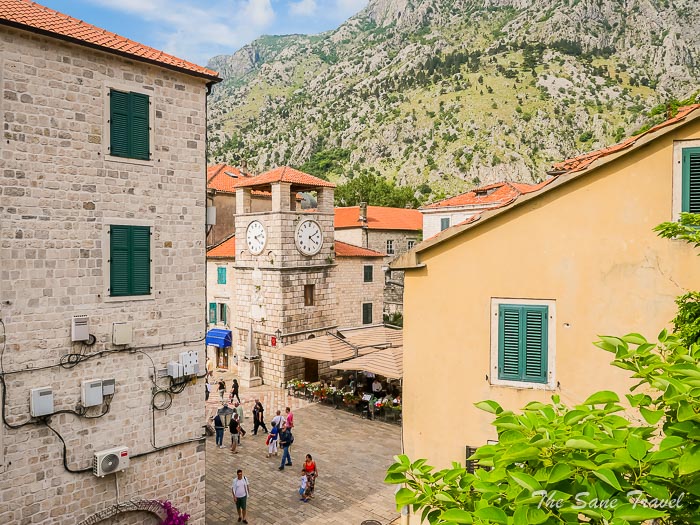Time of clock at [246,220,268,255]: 2:21
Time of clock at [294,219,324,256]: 4:10
